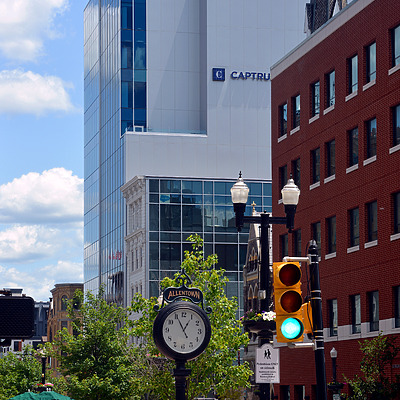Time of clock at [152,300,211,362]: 12:55
